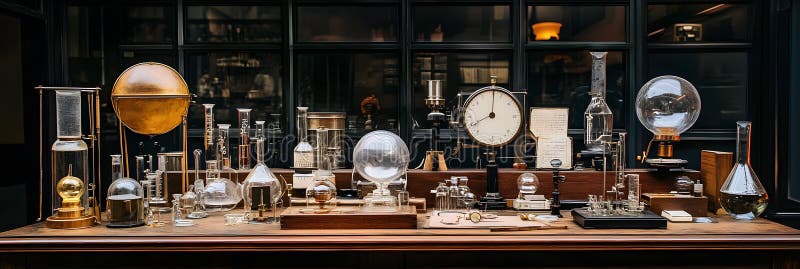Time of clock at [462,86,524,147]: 8:01
